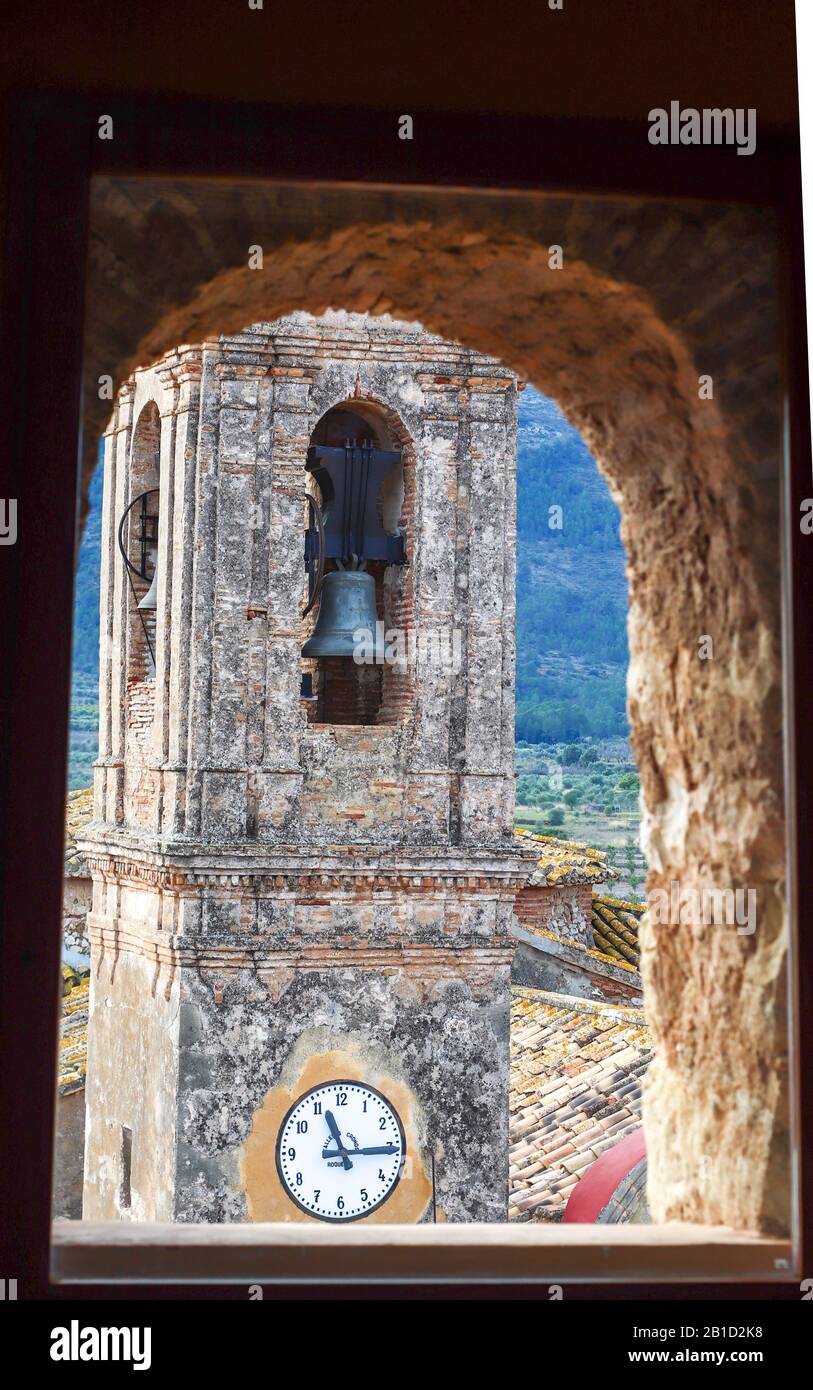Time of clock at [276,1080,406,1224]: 11:14
